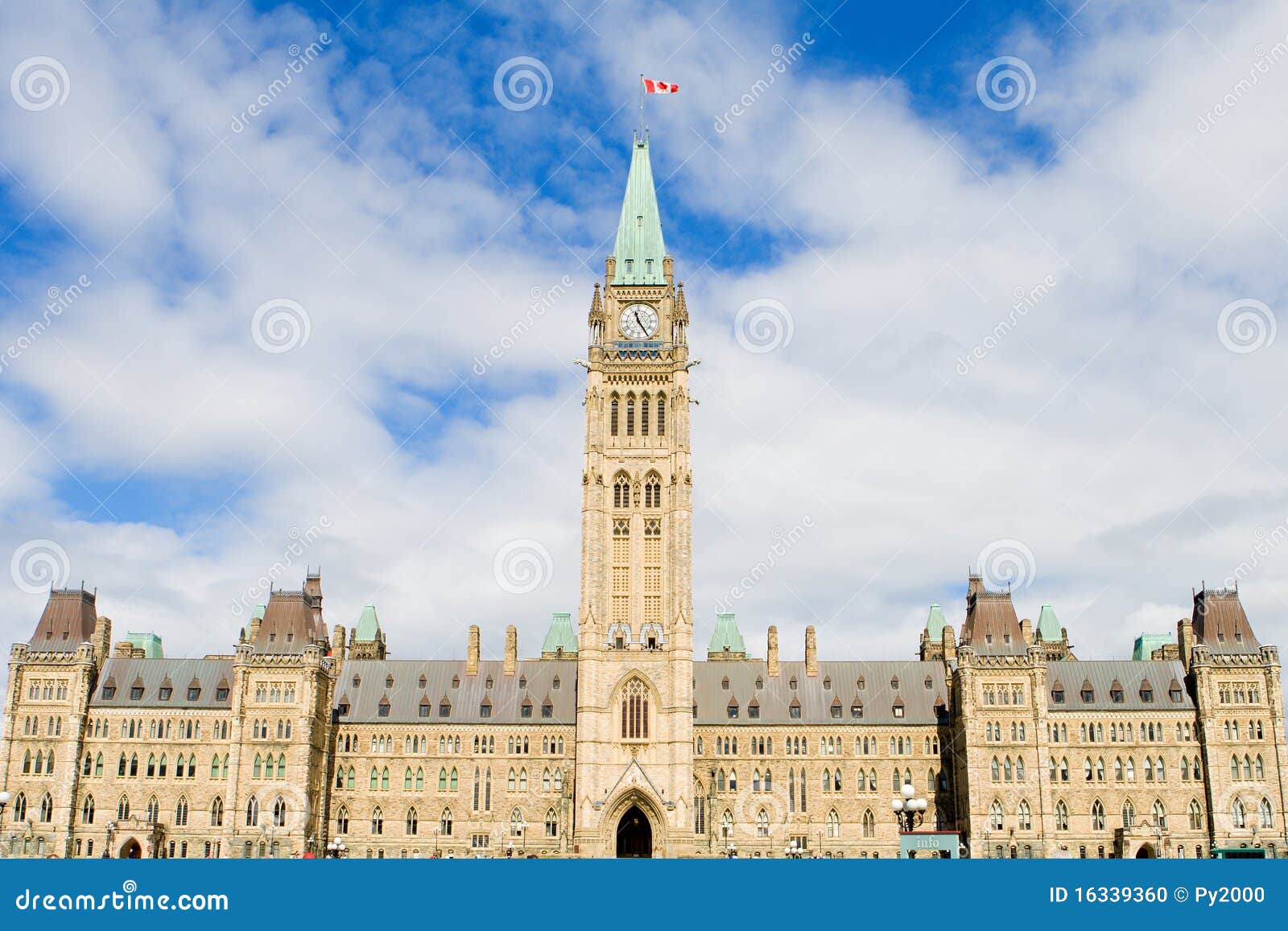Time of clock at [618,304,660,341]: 11:24
